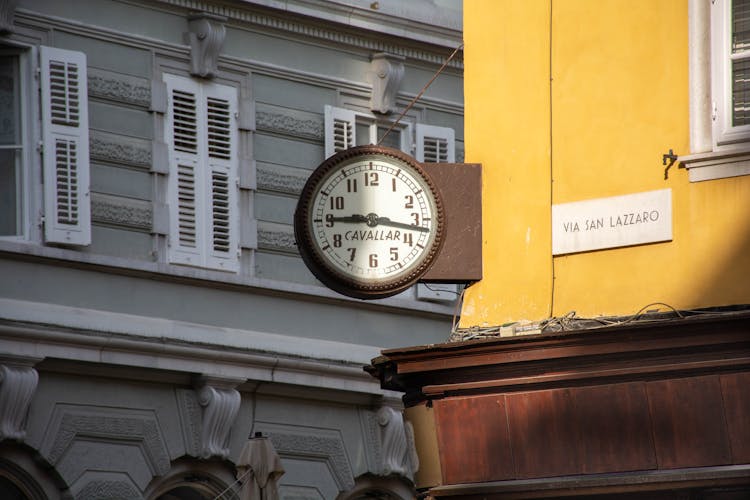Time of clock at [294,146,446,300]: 9:16
